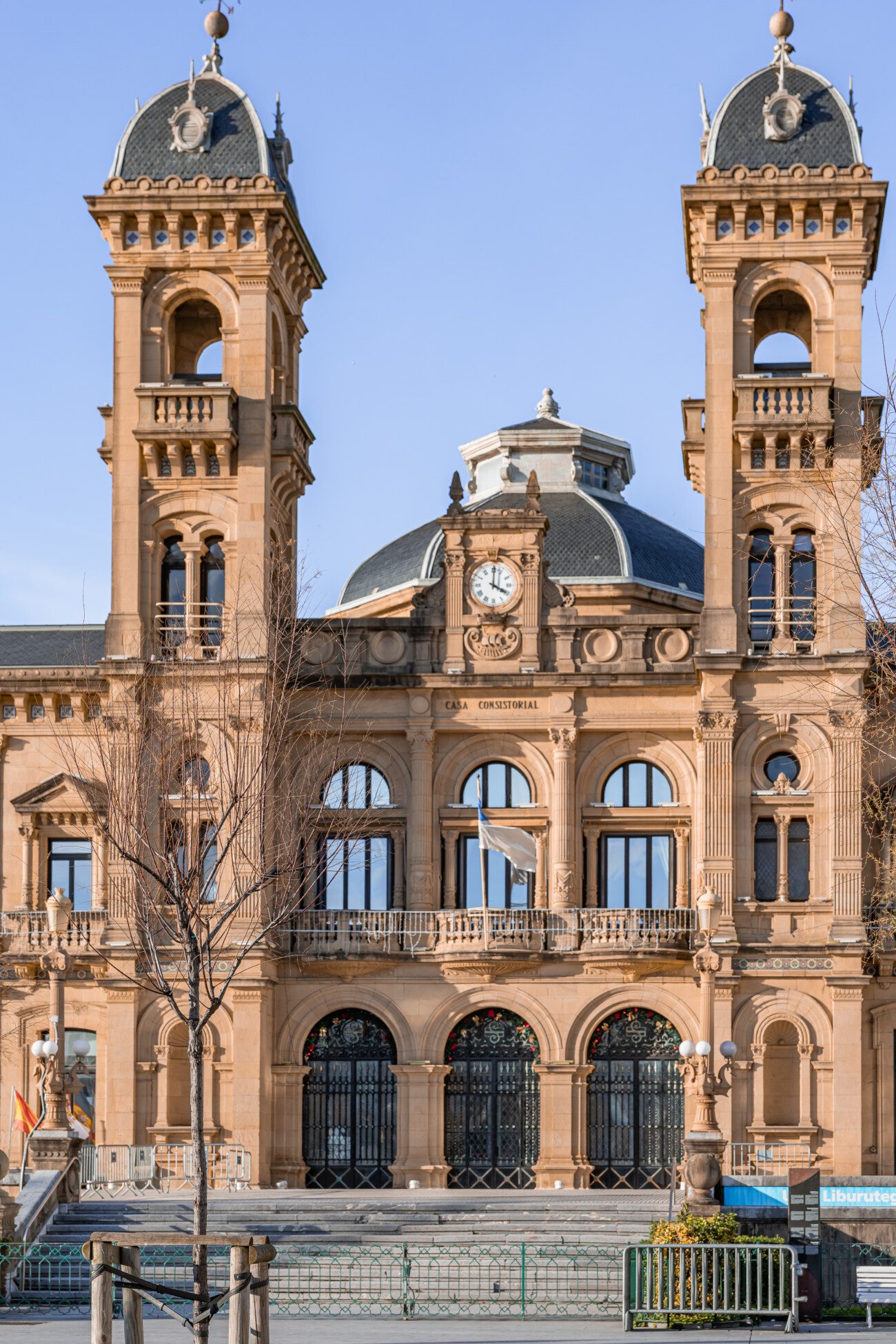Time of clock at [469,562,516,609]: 4:00
